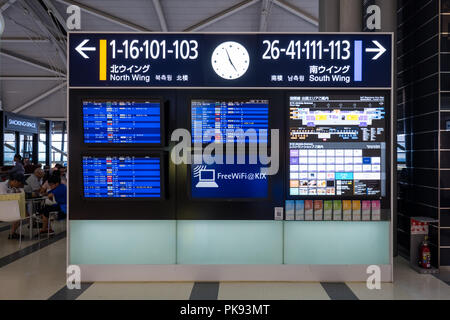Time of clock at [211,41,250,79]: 4:56
